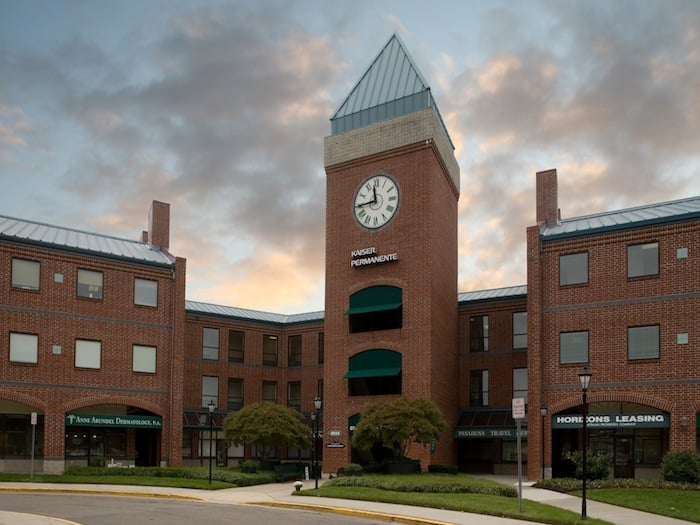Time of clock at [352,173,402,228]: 11:44
